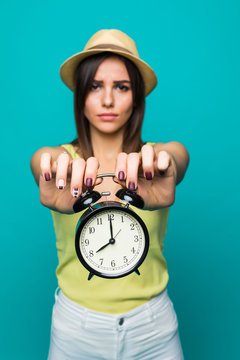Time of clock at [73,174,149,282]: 8:00
